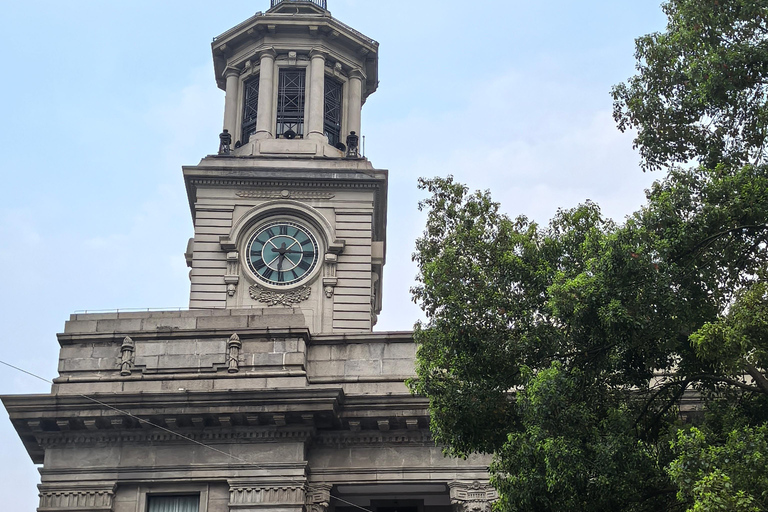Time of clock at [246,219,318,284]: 6:15
